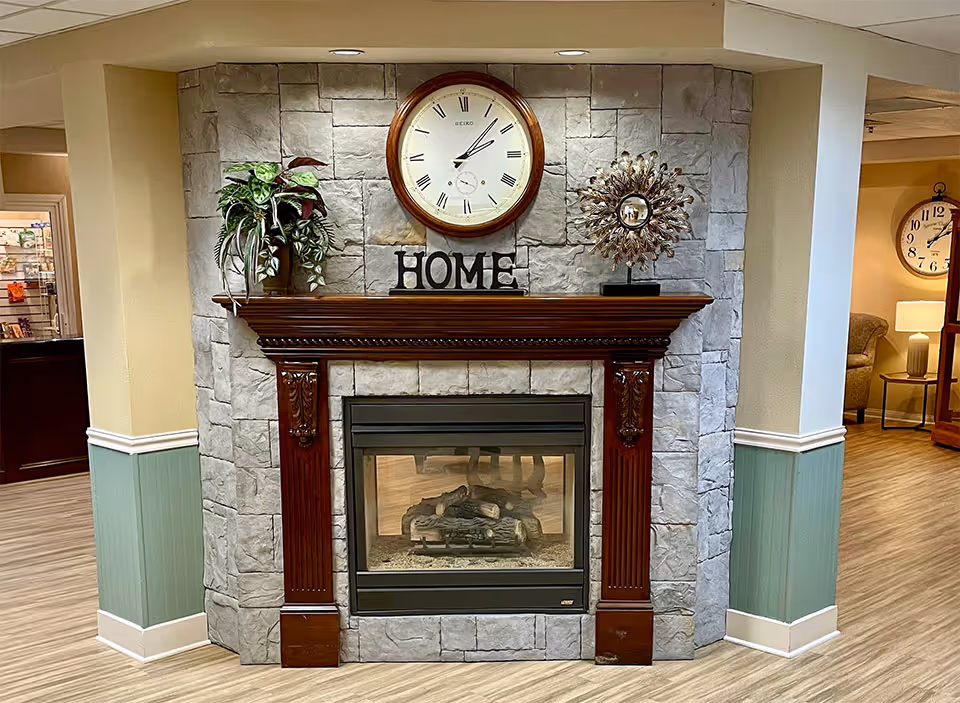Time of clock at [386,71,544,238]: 2:07
